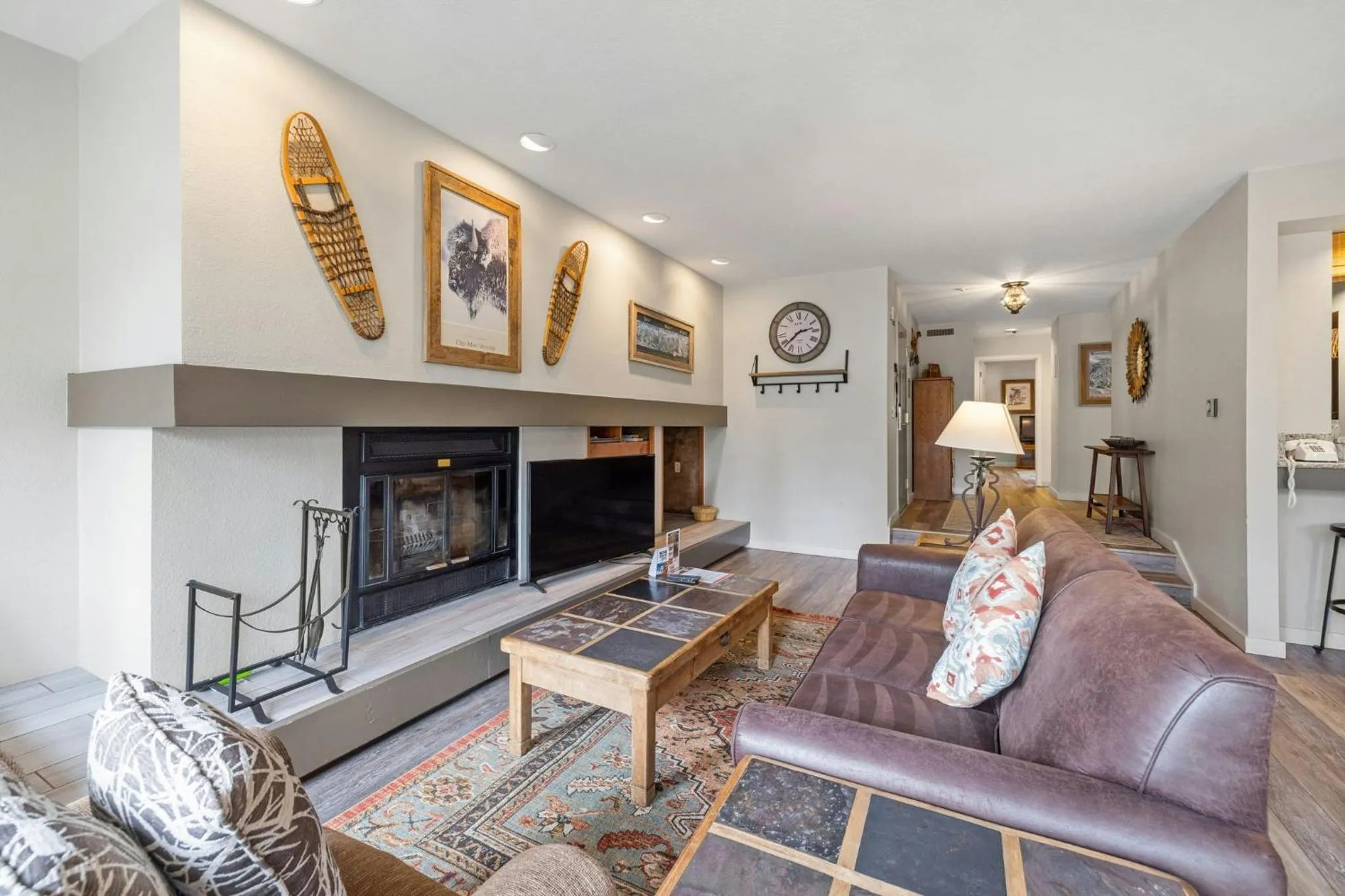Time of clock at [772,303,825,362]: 2:38
